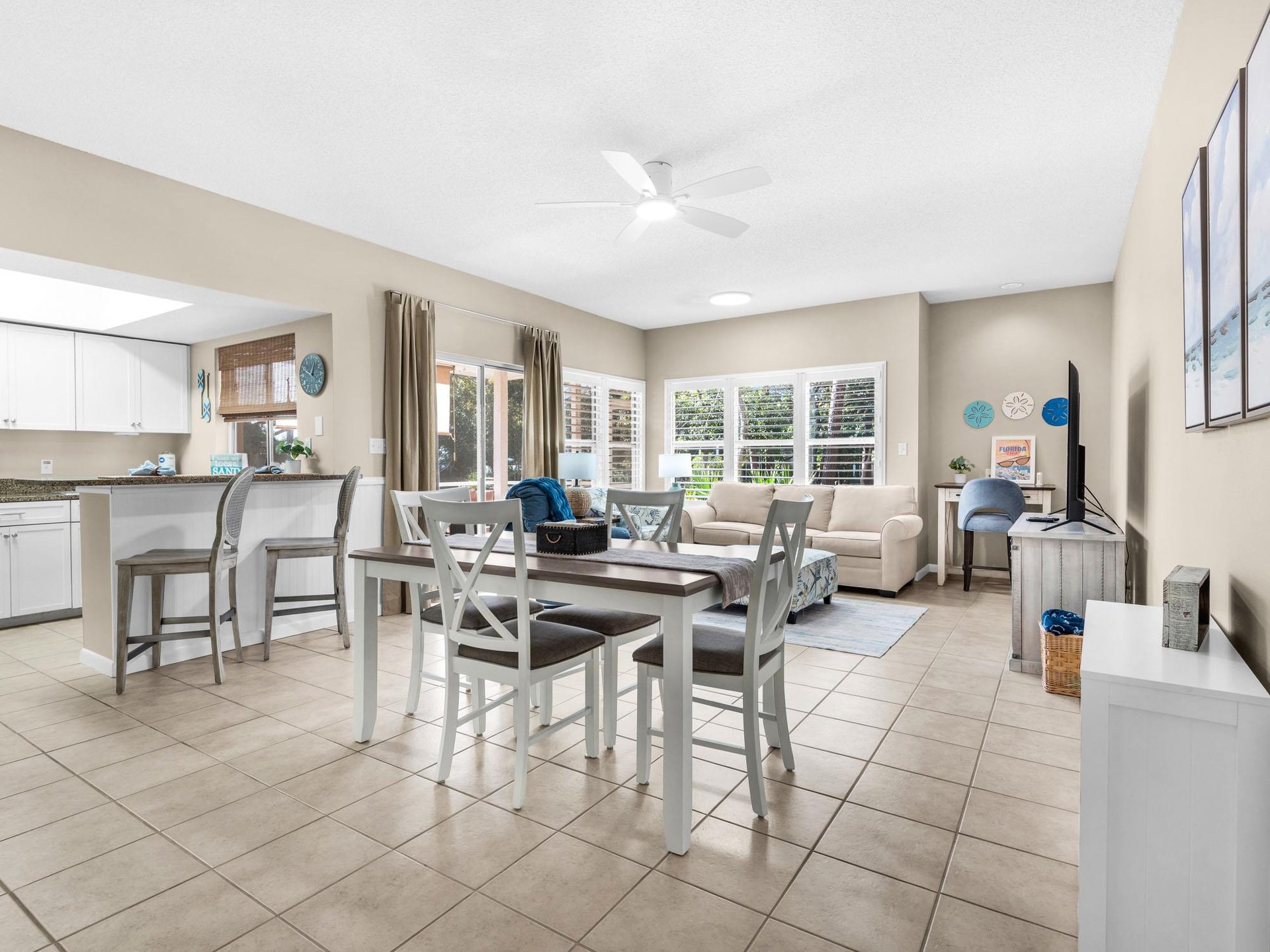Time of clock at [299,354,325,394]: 12:49
